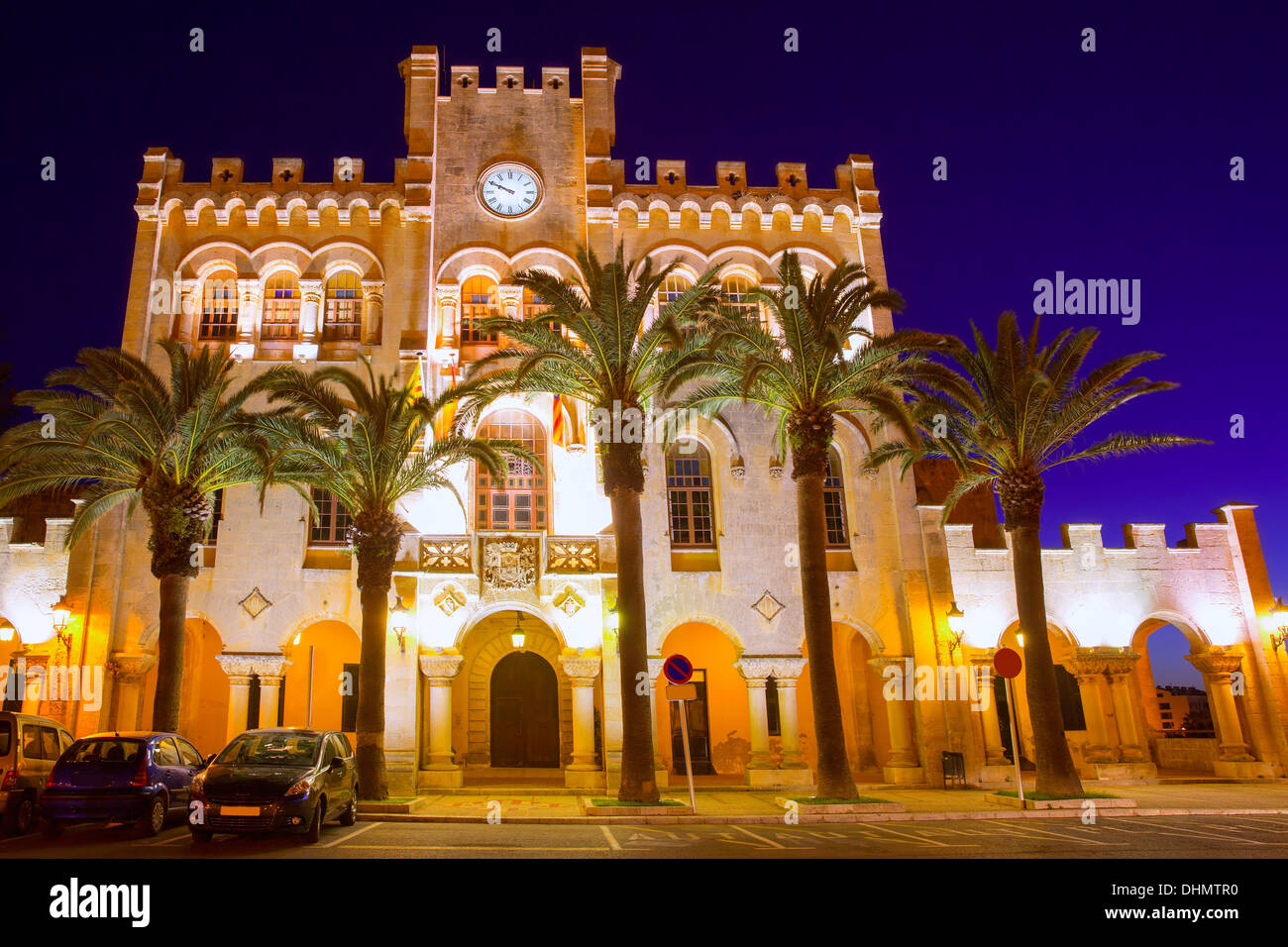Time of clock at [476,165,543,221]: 9:49
